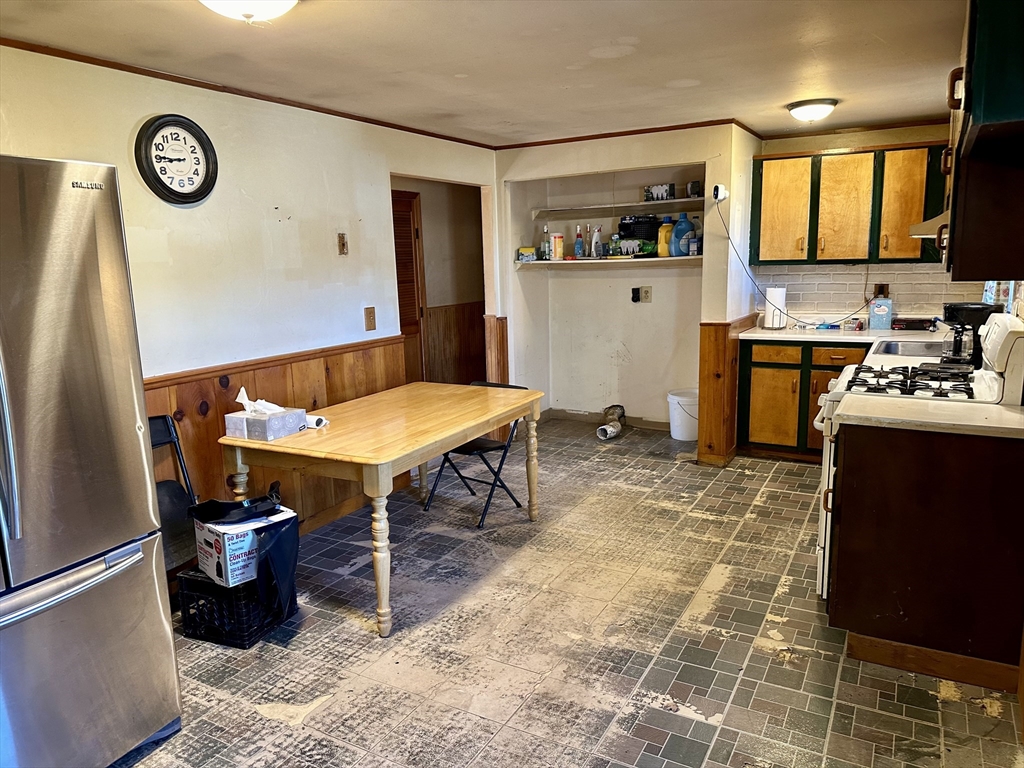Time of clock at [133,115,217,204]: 8:45
